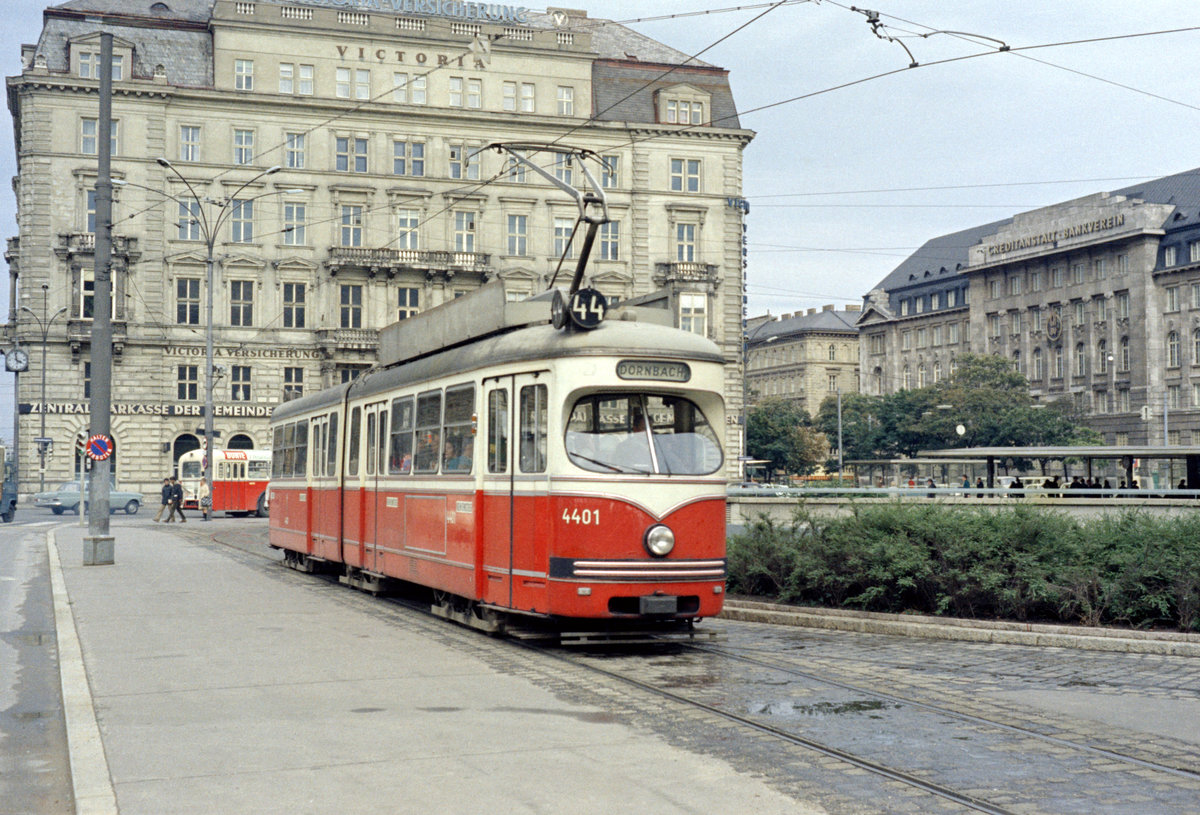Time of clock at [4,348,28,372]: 3:58
